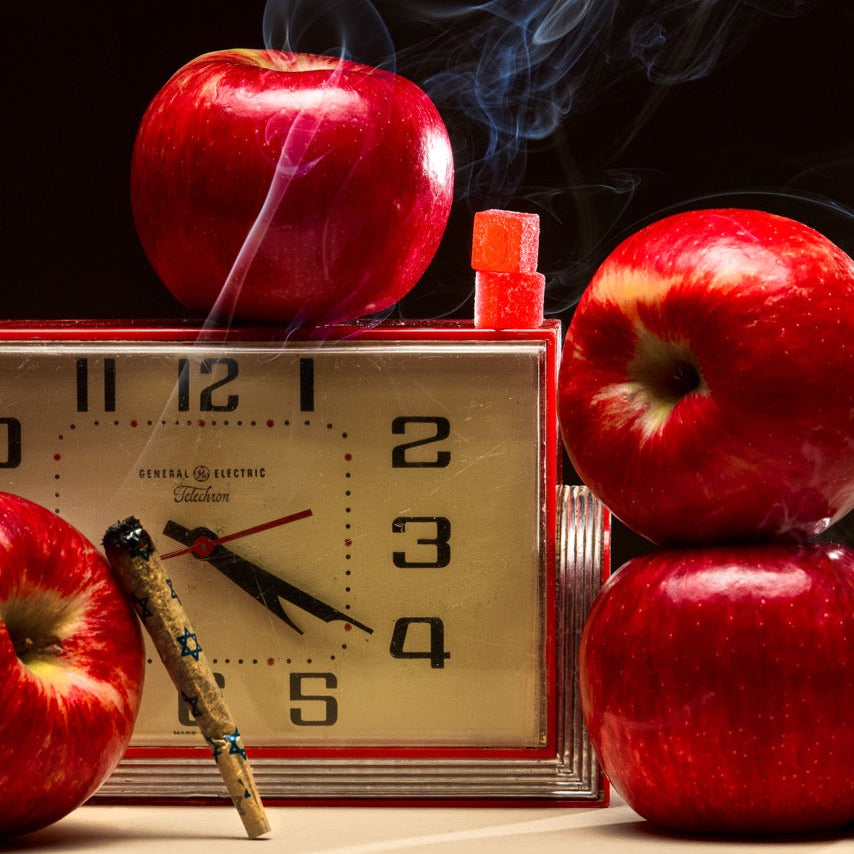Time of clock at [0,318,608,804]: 4:20
